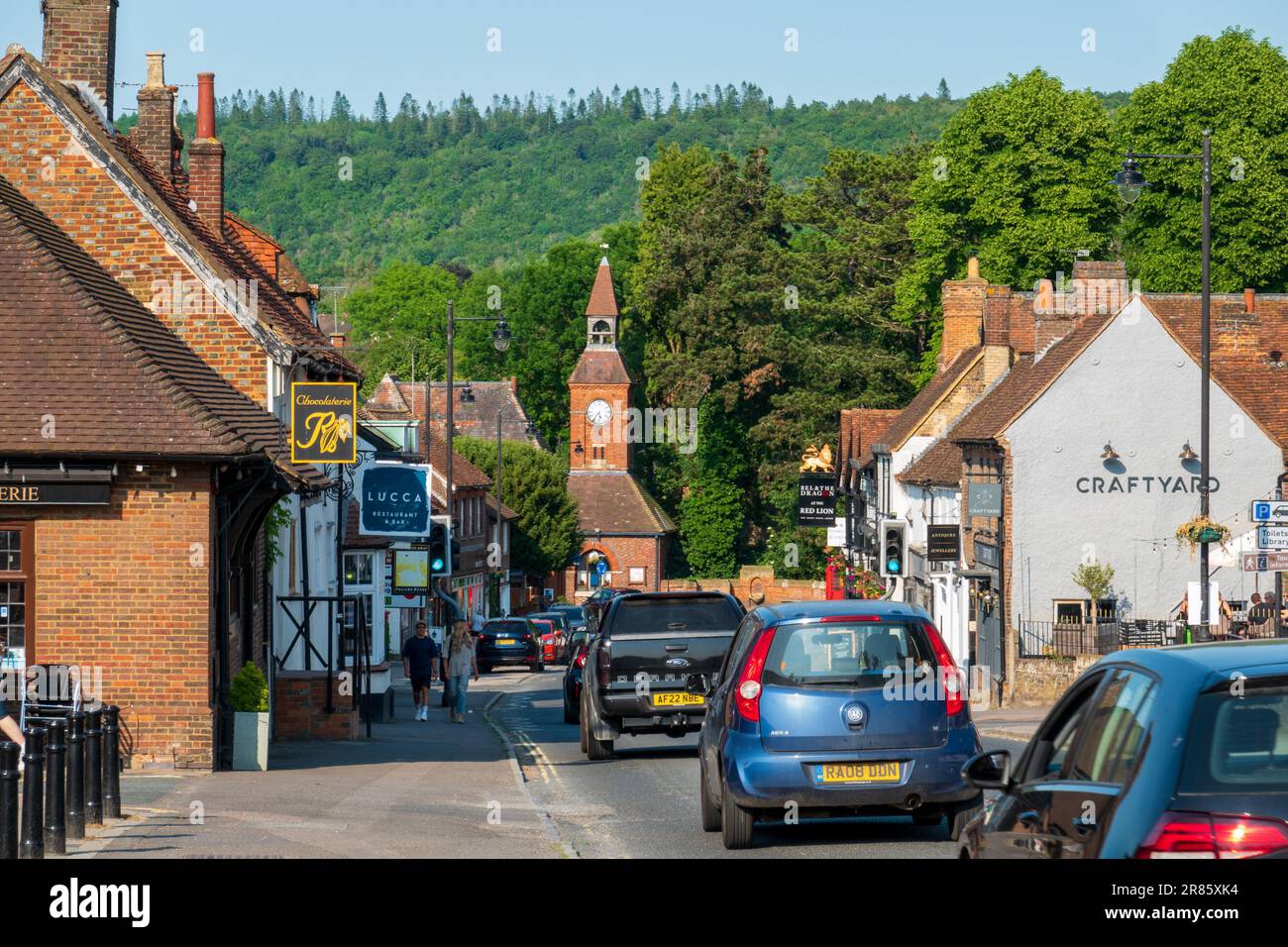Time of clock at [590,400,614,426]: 5:35
